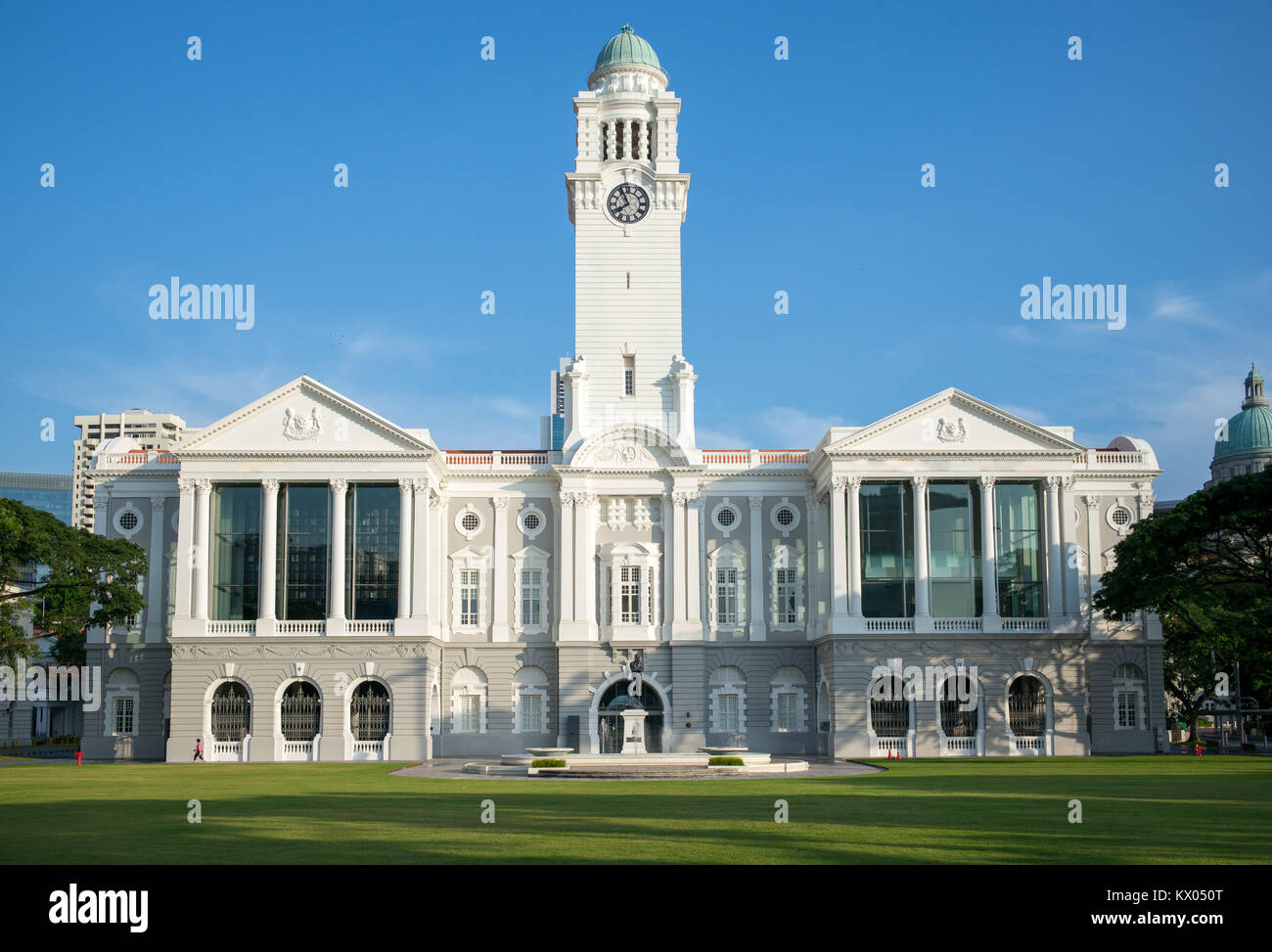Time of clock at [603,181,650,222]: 7:55
